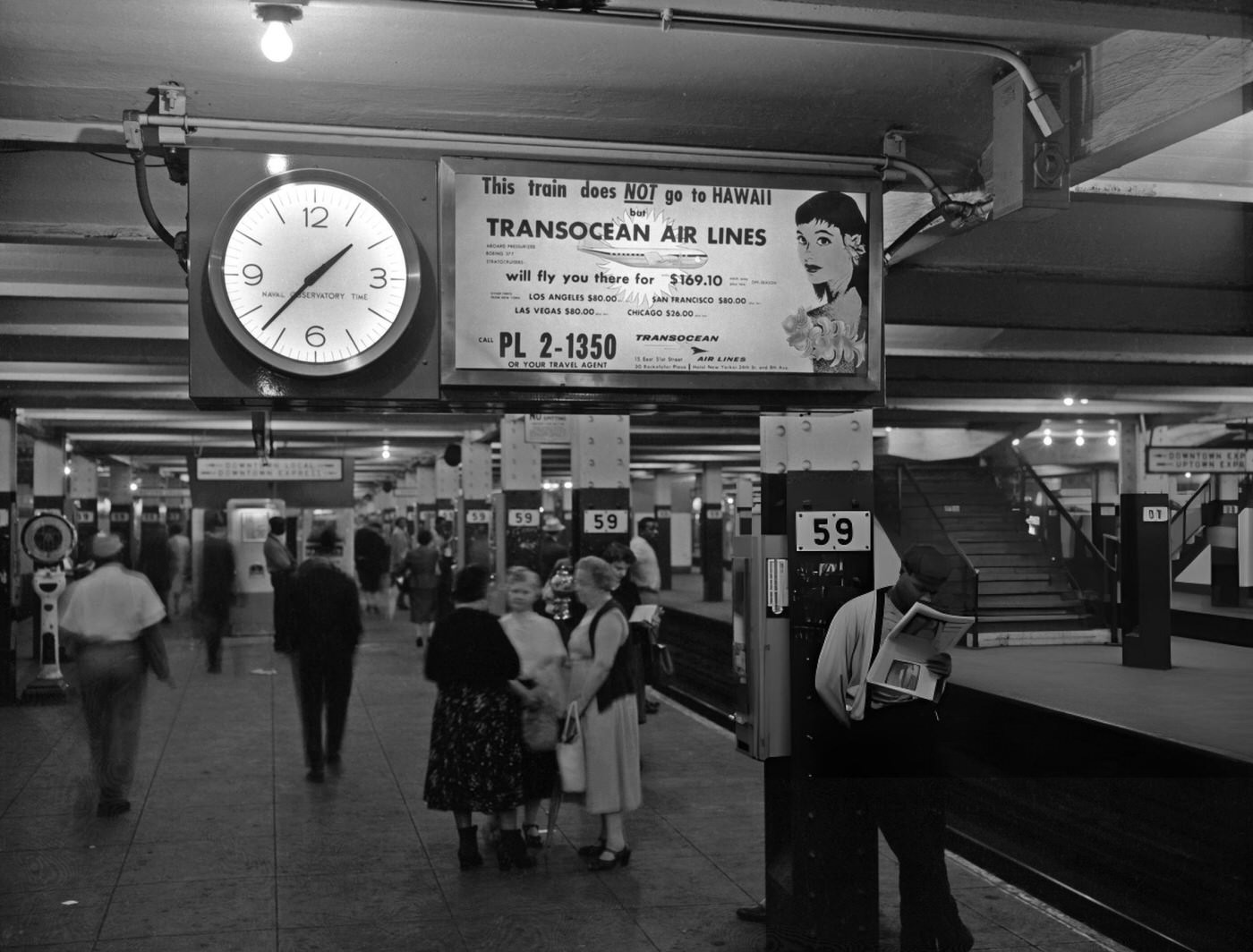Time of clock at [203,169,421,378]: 1:37
